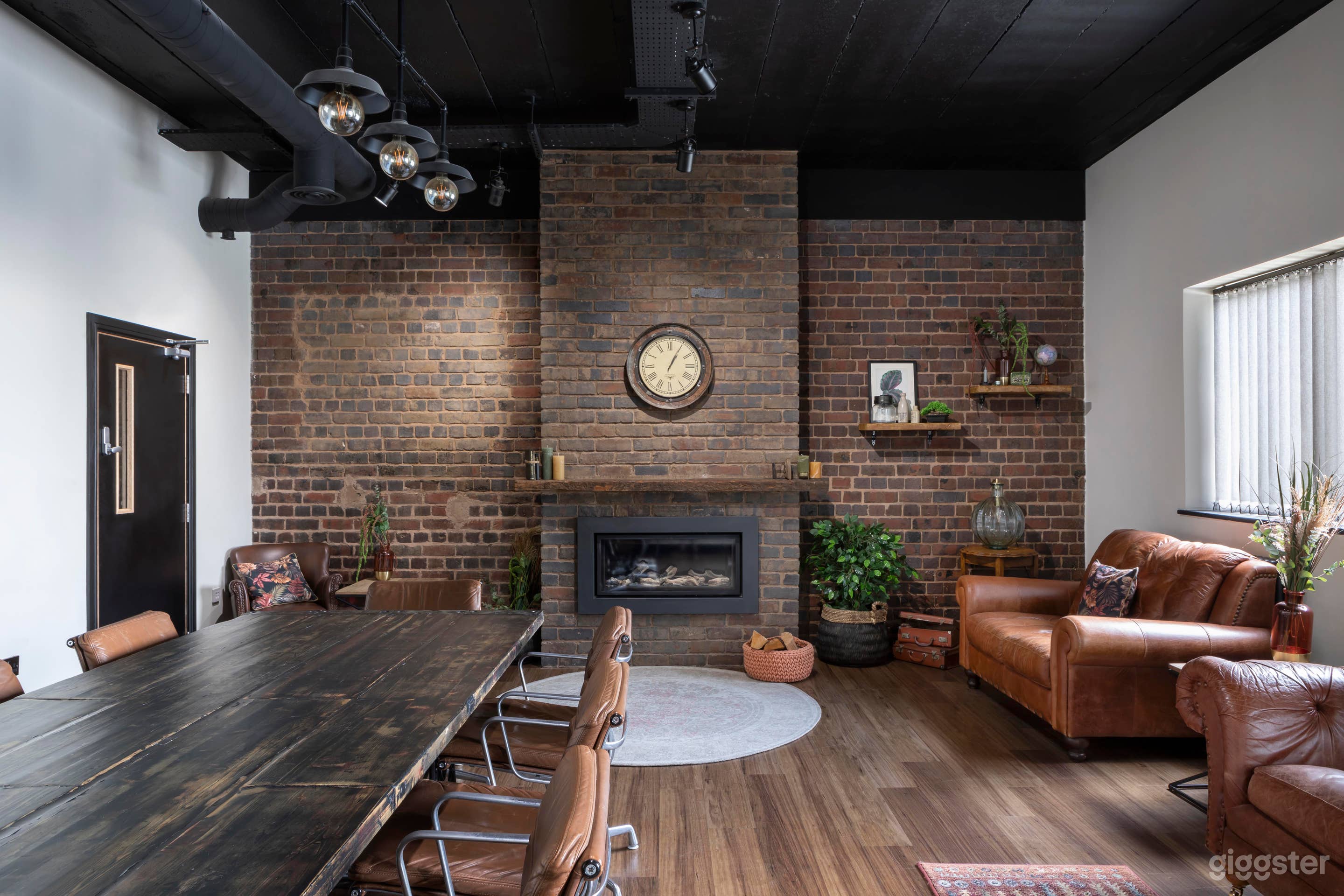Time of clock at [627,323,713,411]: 1:04
